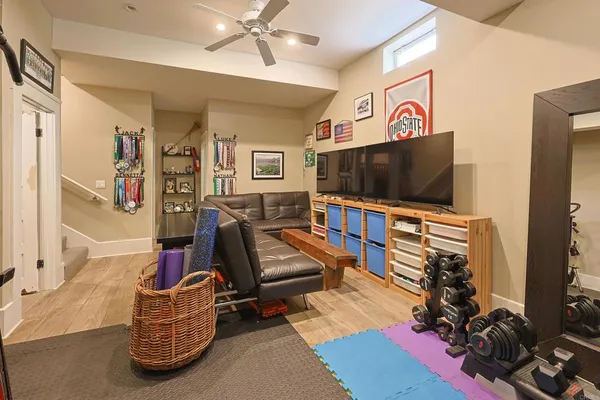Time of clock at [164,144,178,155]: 1:37
